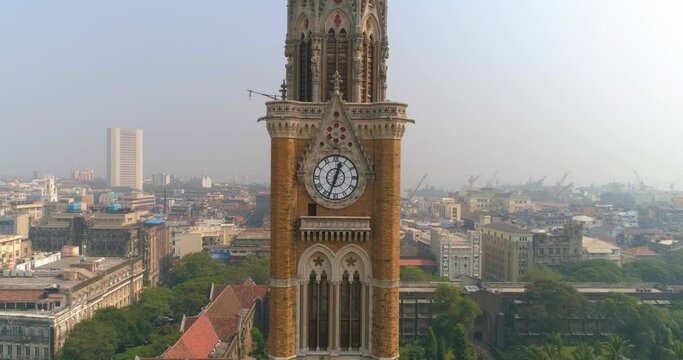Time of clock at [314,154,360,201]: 12:33
